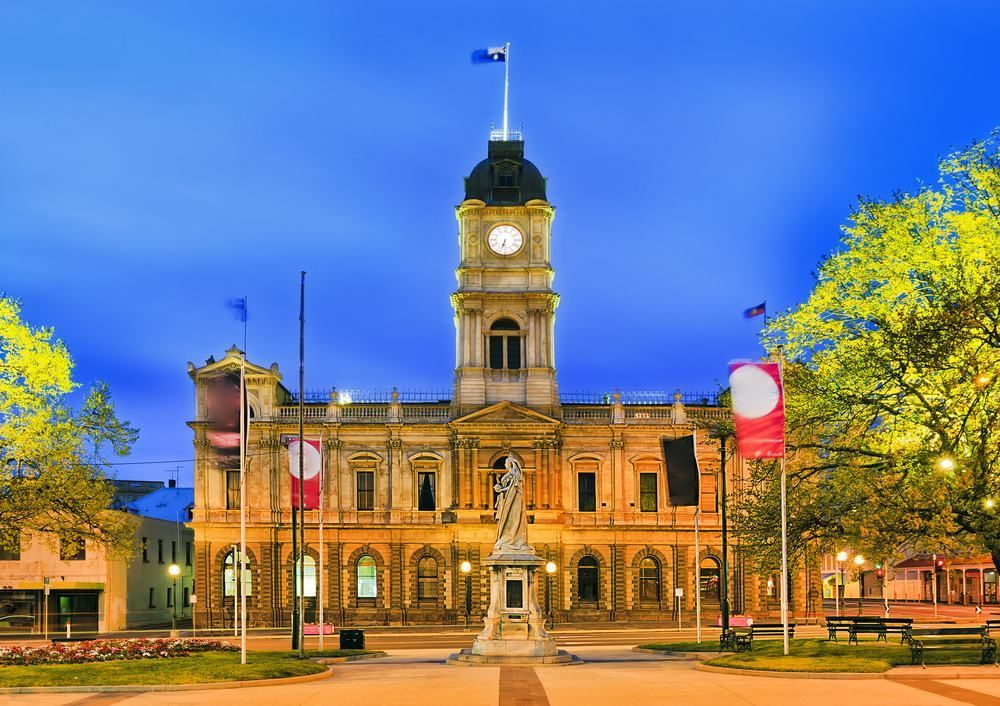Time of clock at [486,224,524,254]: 6:33
